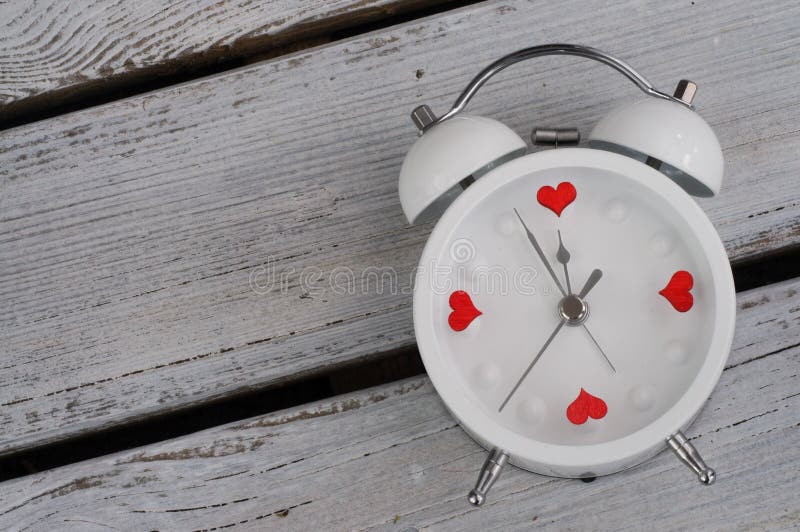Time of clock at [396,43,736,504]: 11:55
